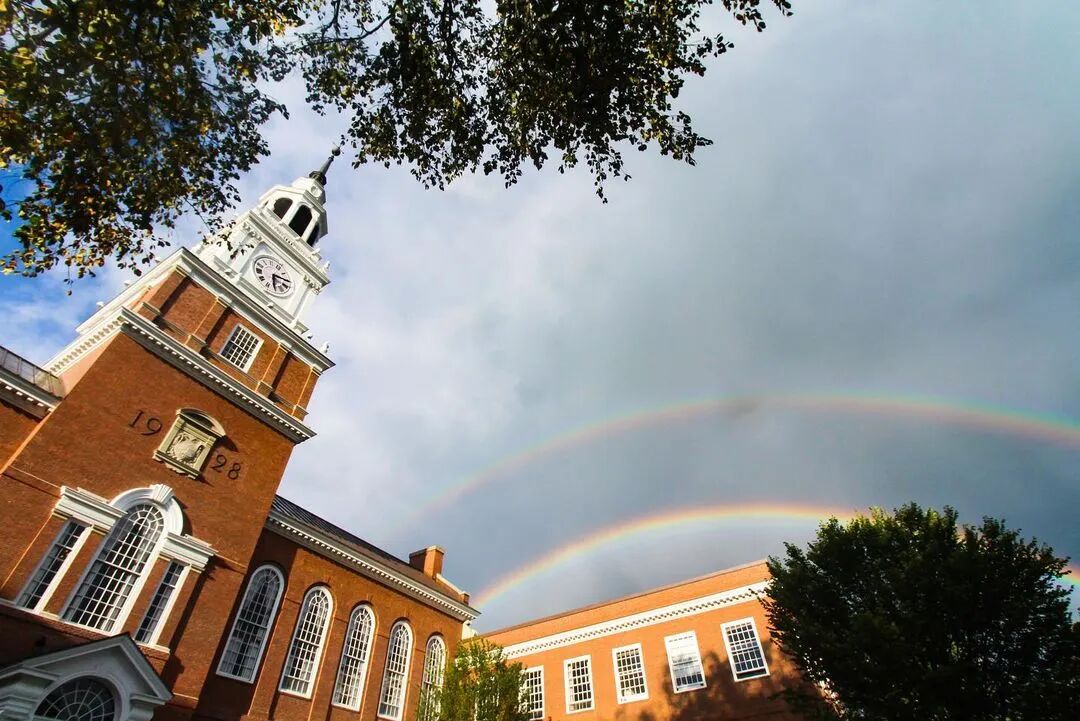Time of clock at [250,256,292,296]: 6:15
